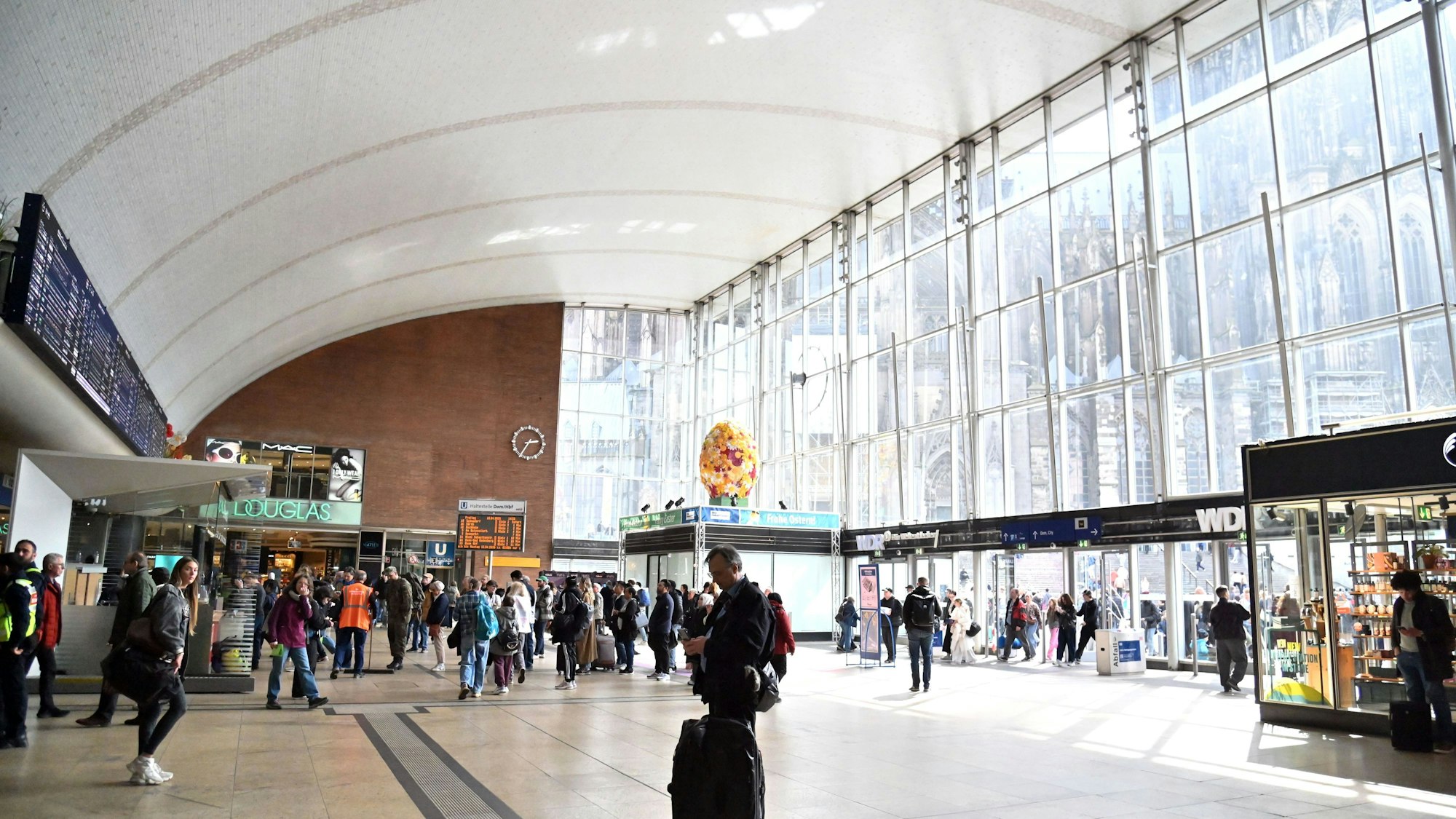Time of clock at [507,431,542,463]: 2:35
